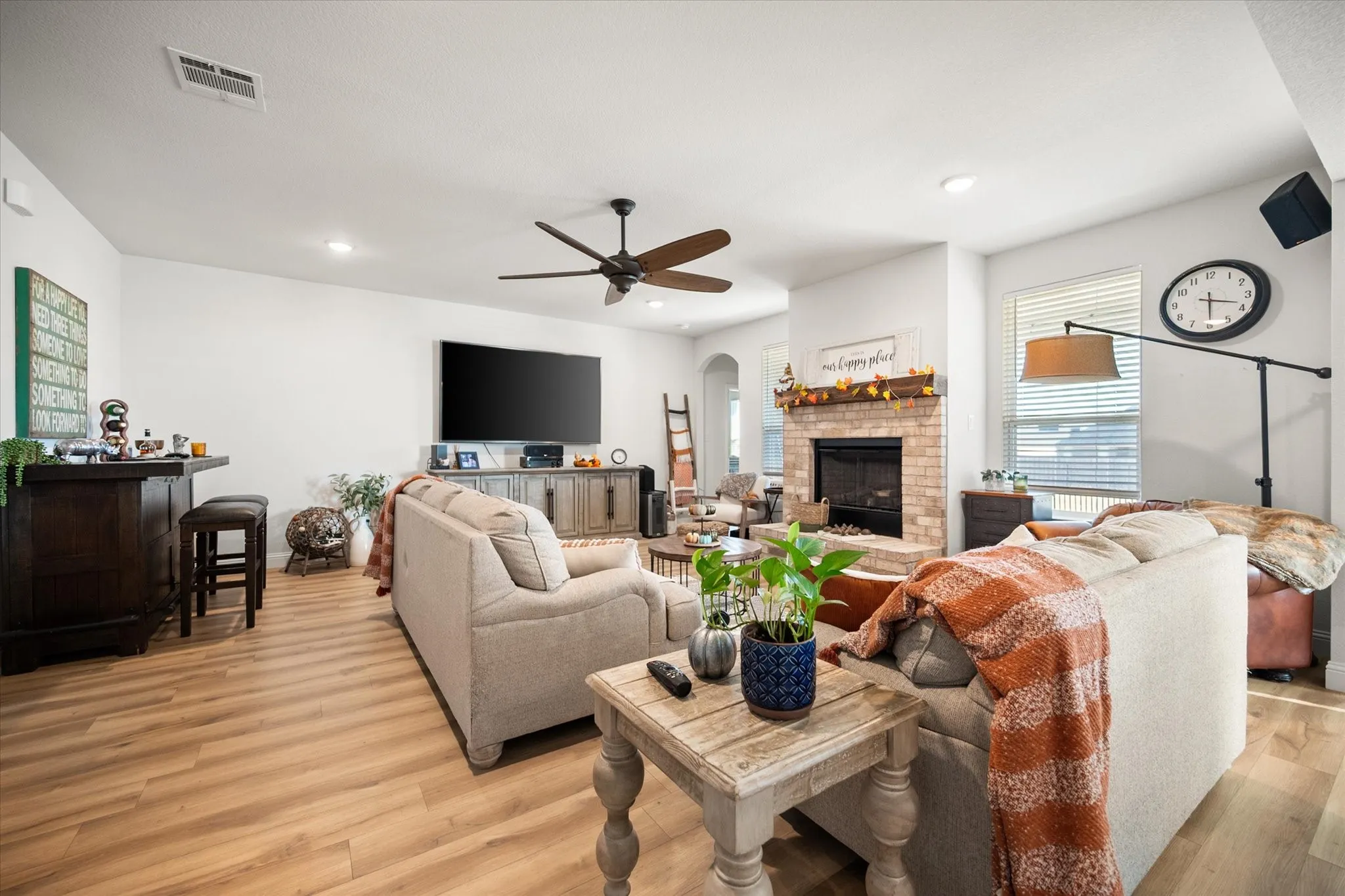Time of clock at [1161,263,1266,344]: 3:29
